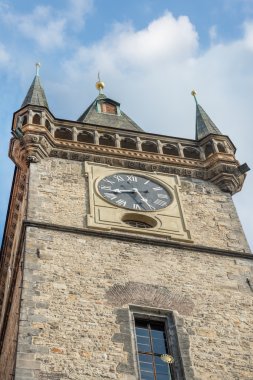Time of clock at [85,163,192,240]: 8:27
